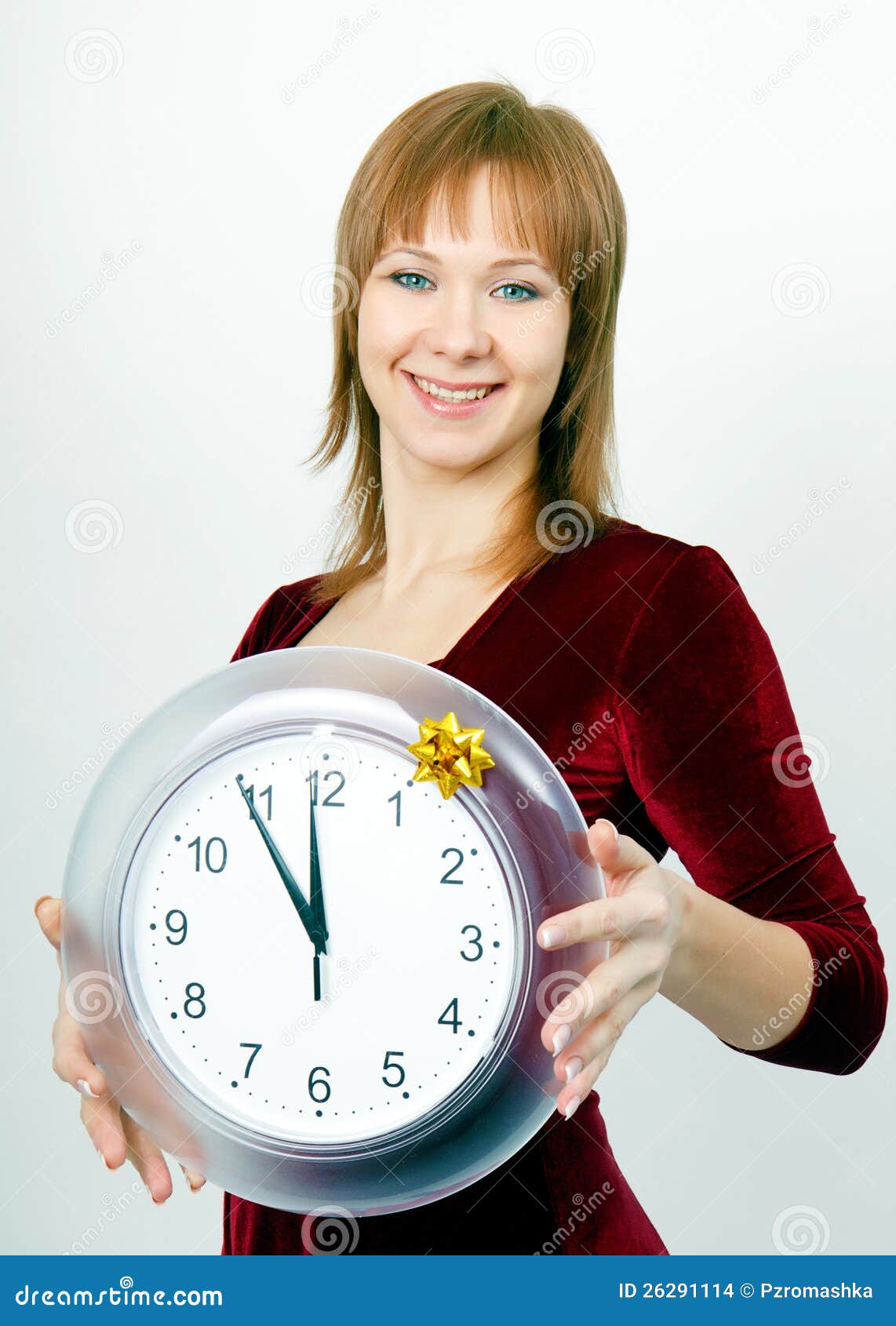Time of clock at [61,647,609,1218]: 11:54
